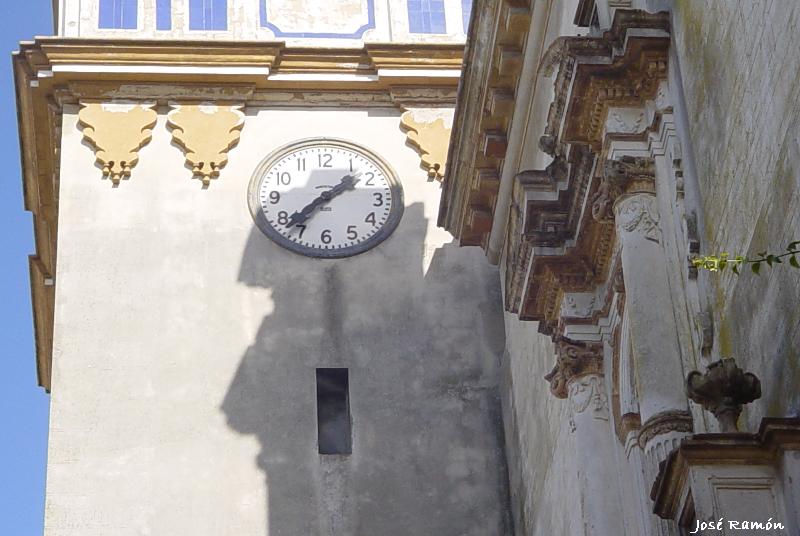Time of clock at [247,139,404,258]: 1:37
